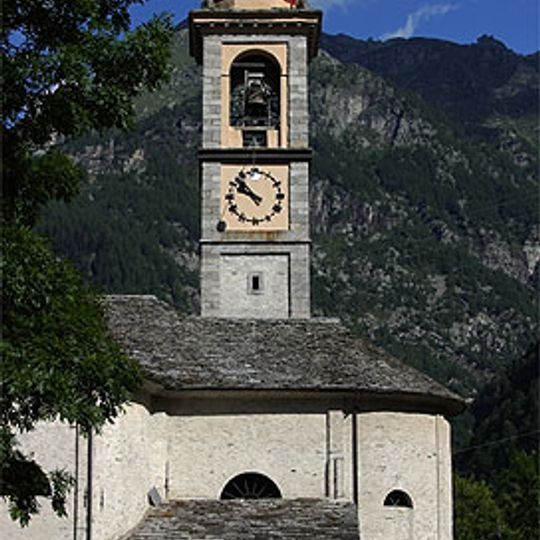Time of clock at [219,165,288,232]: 9:52
